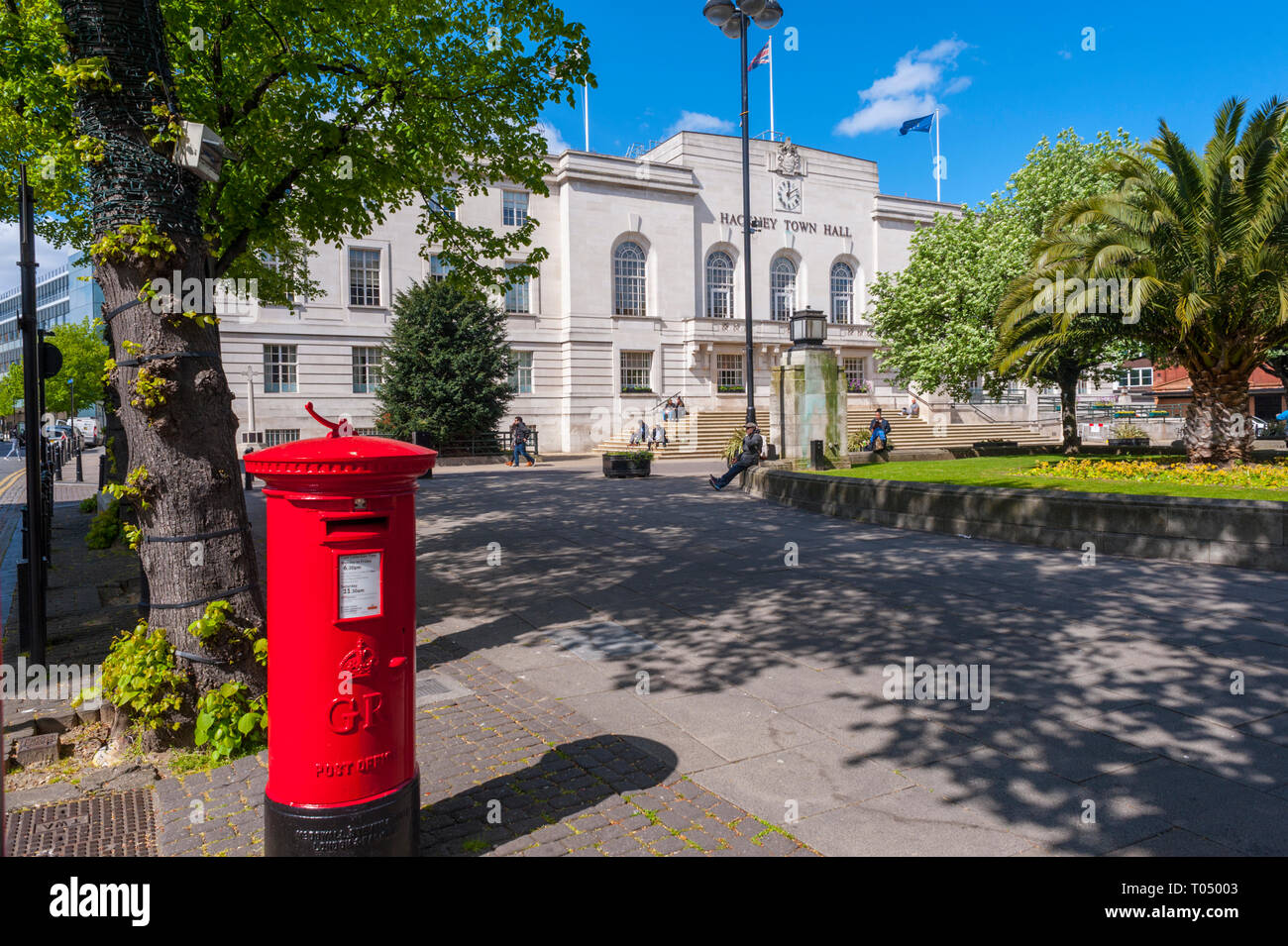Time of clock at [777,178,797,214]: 12:09
